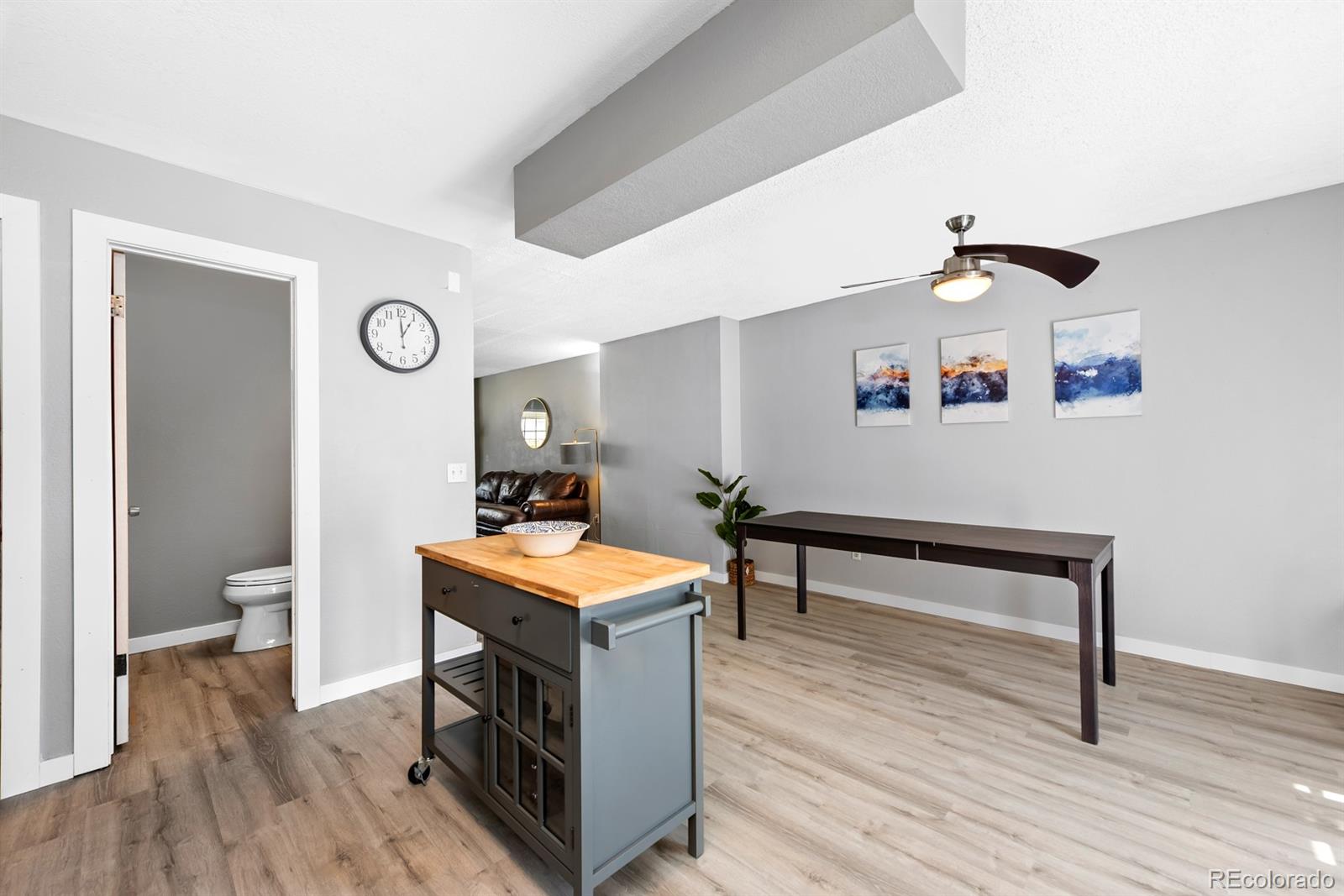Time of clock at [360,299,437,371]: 12:59
